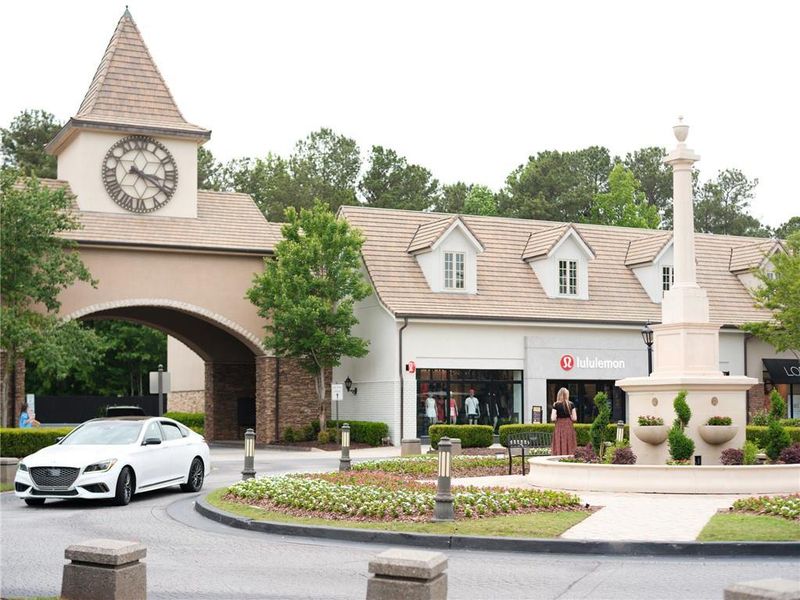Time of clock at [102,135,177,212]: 3:20
